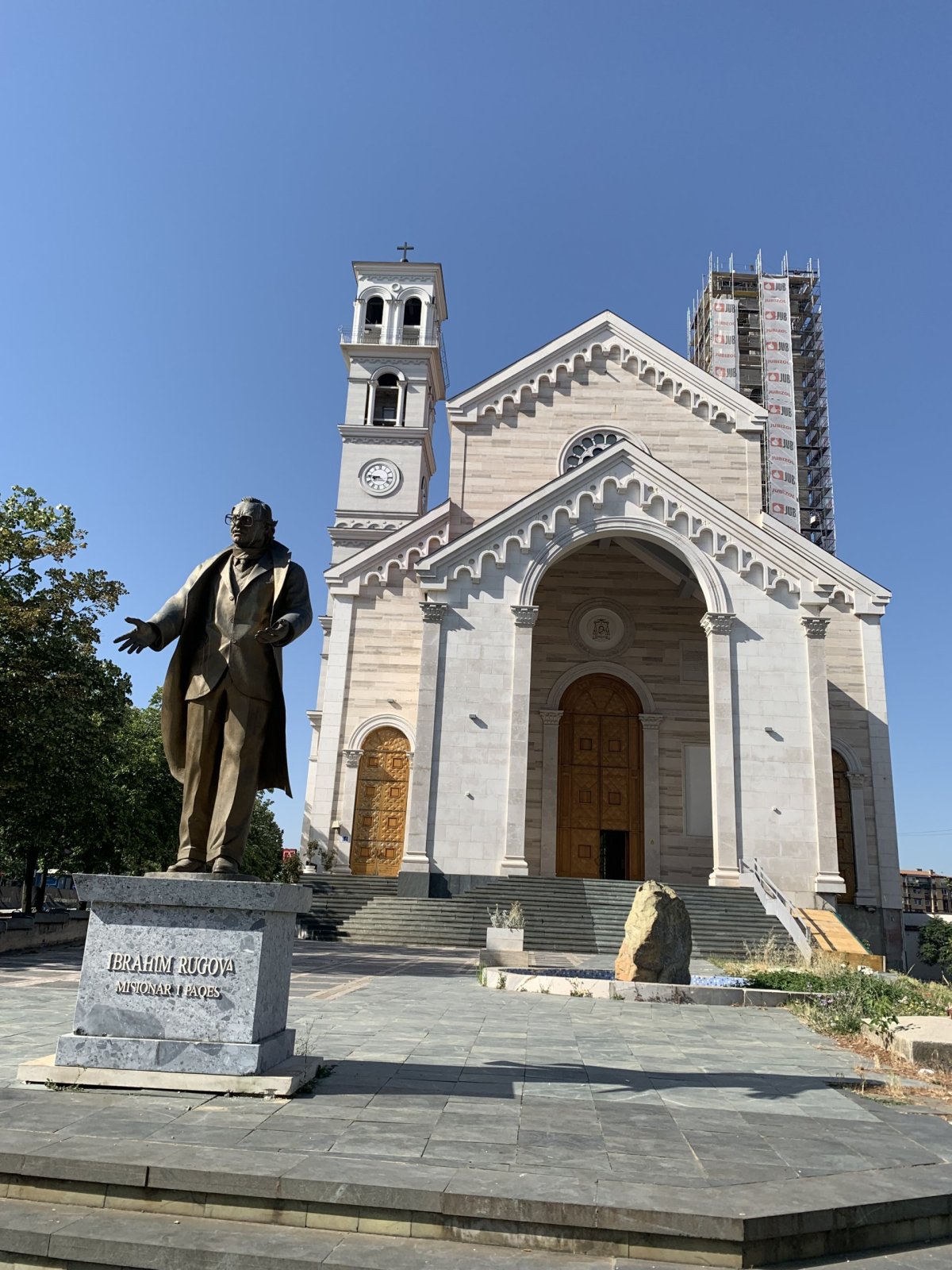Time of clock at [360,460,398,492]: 8:46
